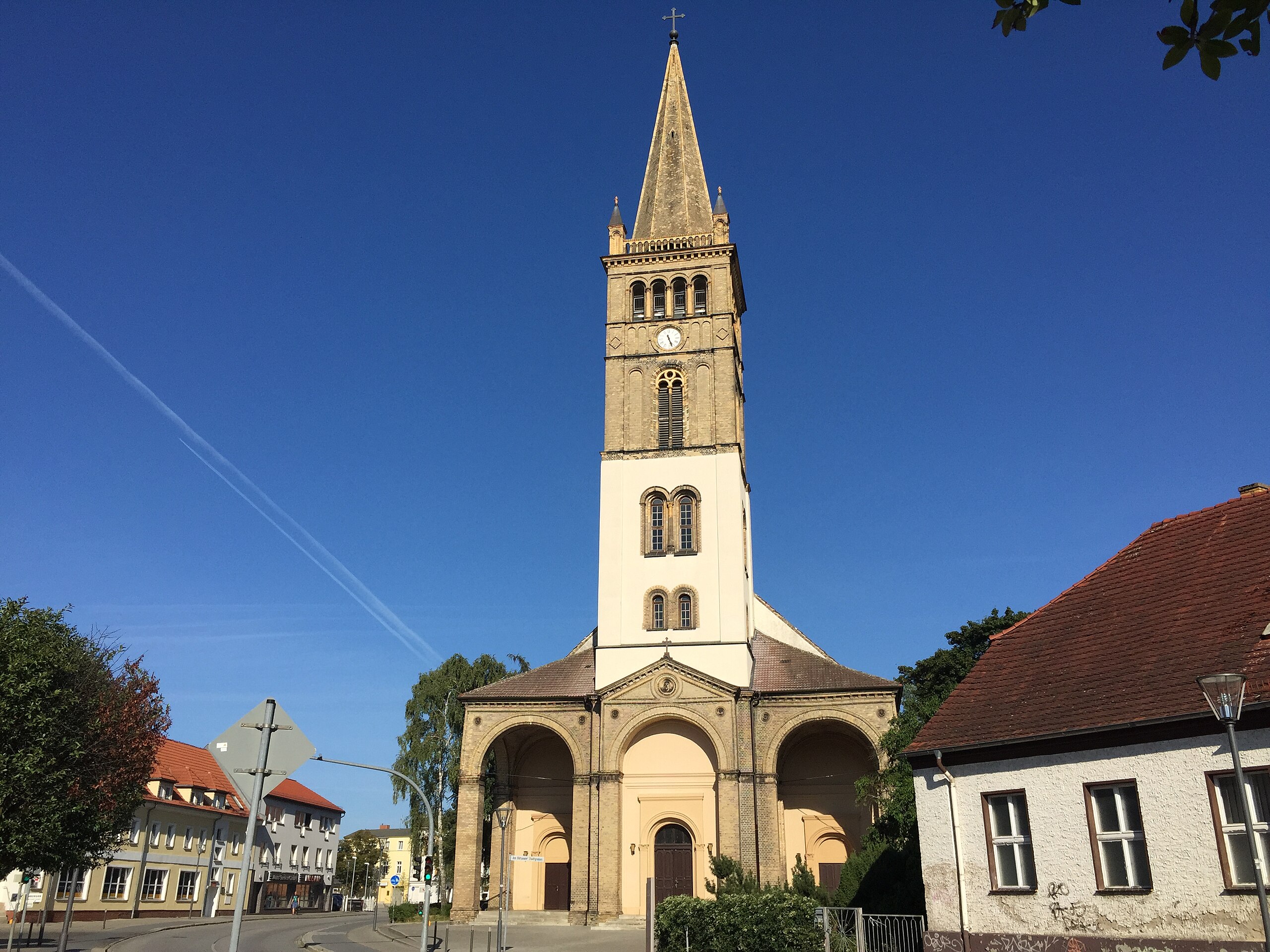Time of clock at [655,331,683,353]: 11:26
